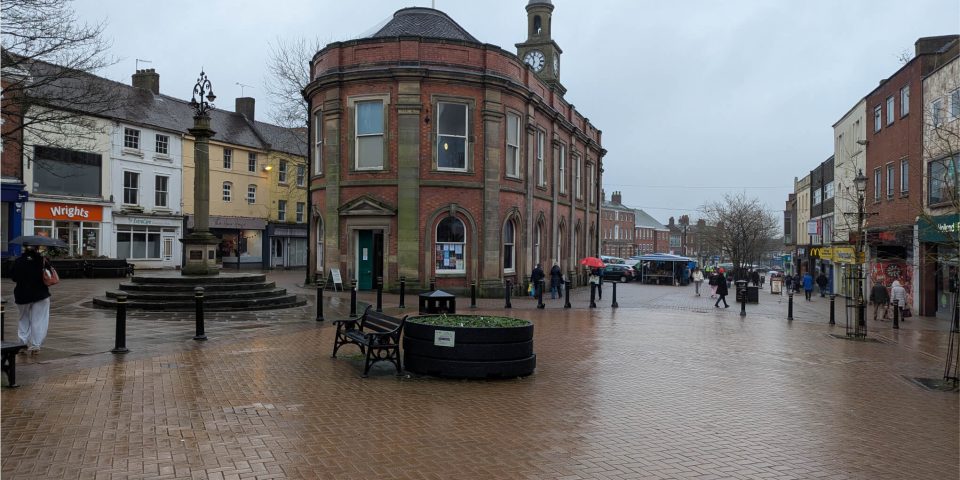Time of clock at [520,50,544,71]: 11:33
